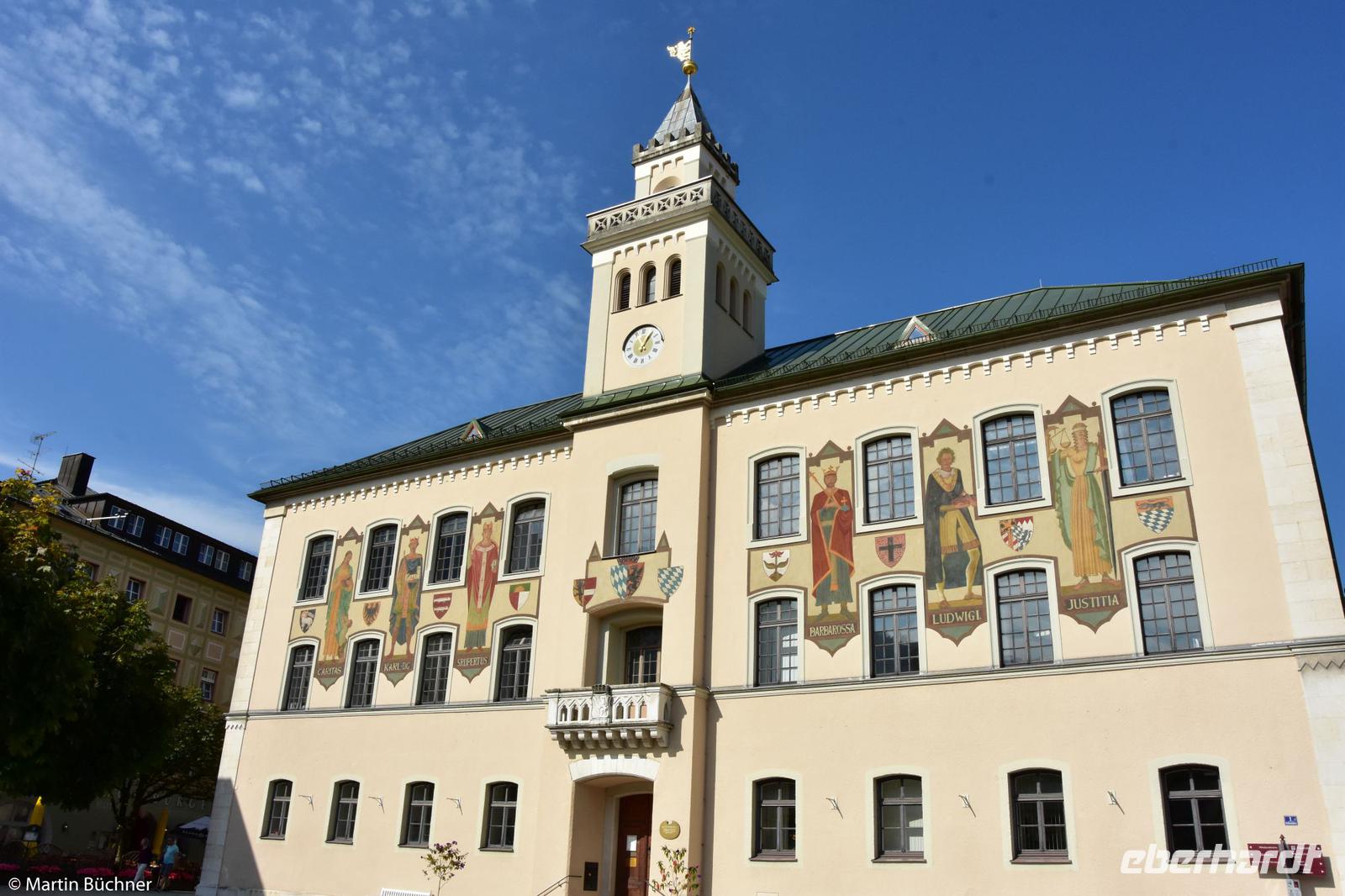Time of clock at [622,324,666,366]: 1:06
